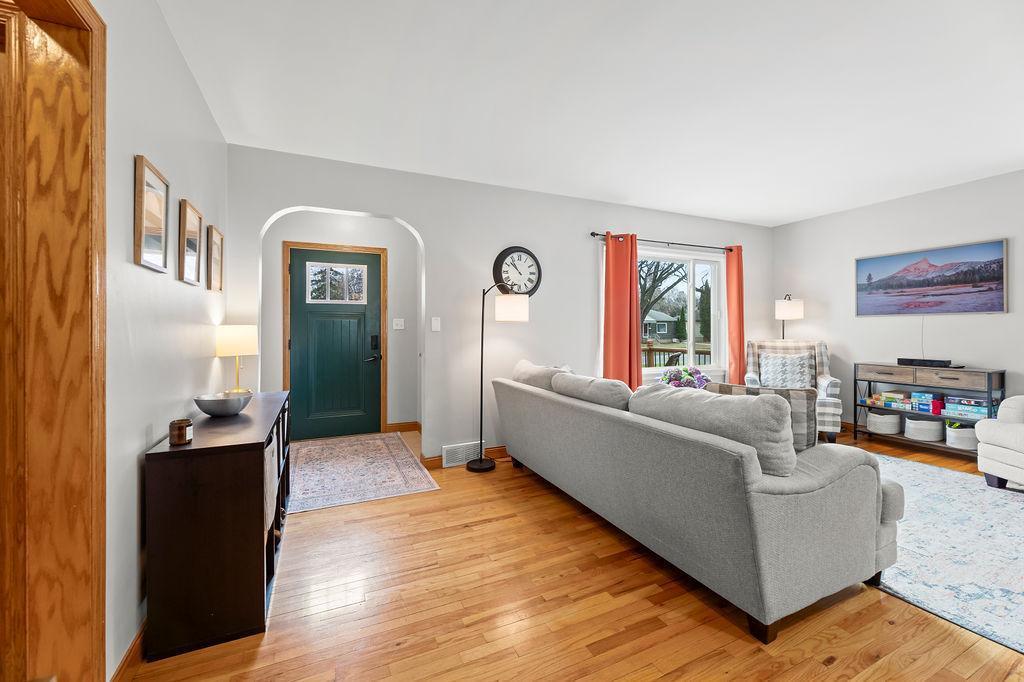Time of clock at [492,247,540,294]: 10:52
